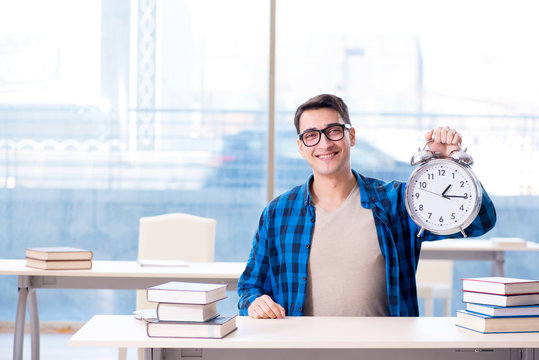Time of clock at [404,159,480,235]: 1:15
